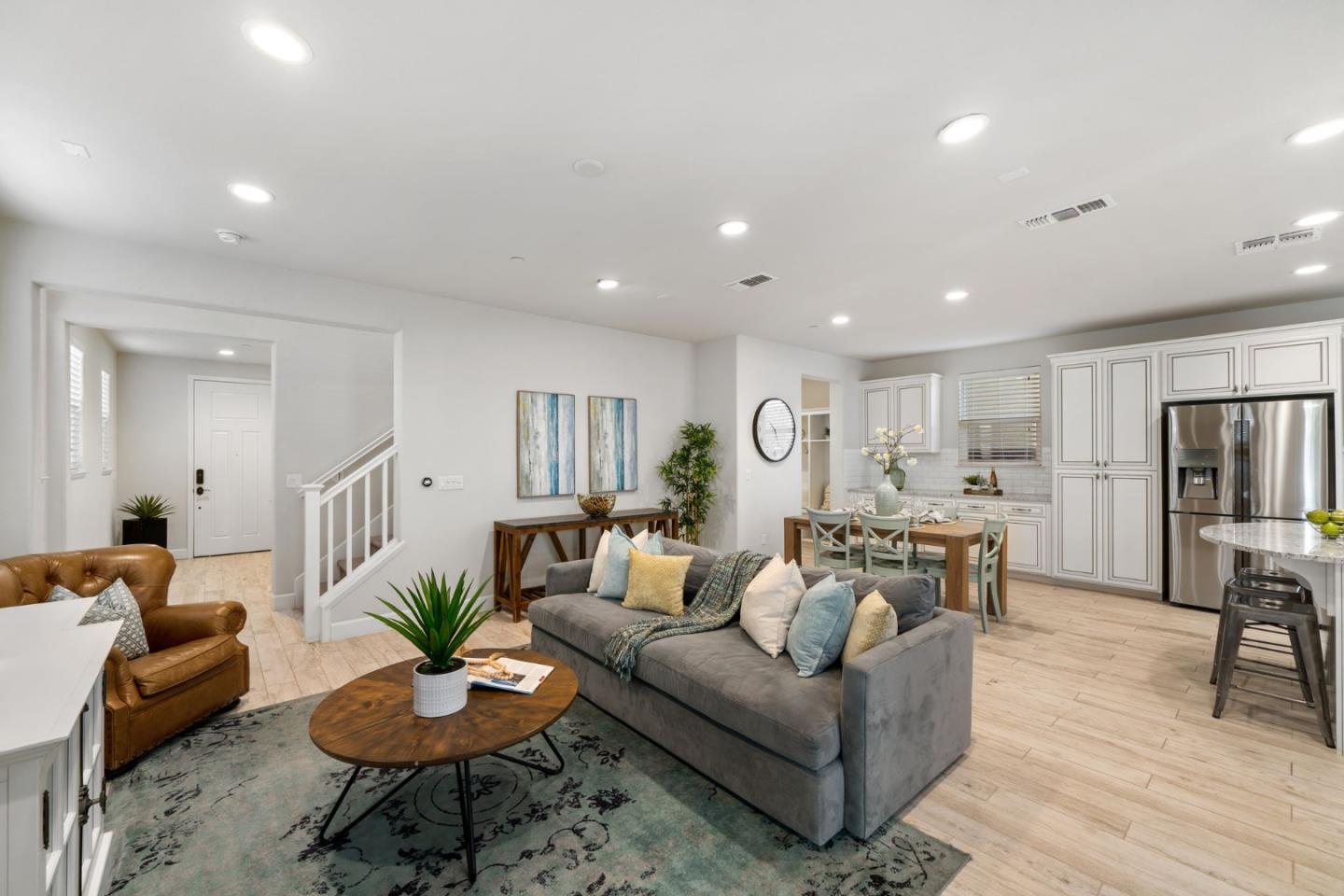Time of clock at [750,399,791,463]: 5:14
